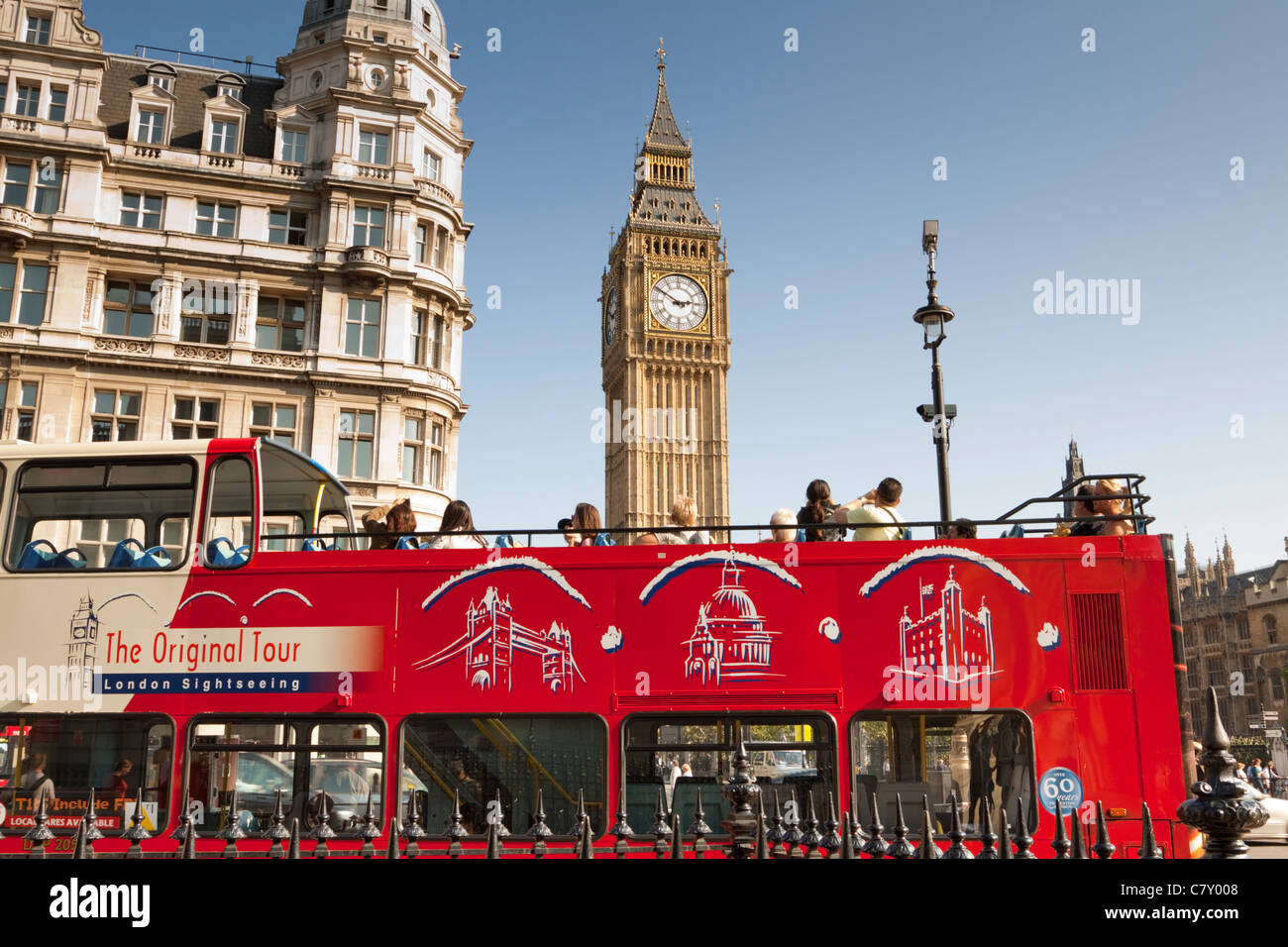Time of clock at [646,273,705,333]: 2:50
